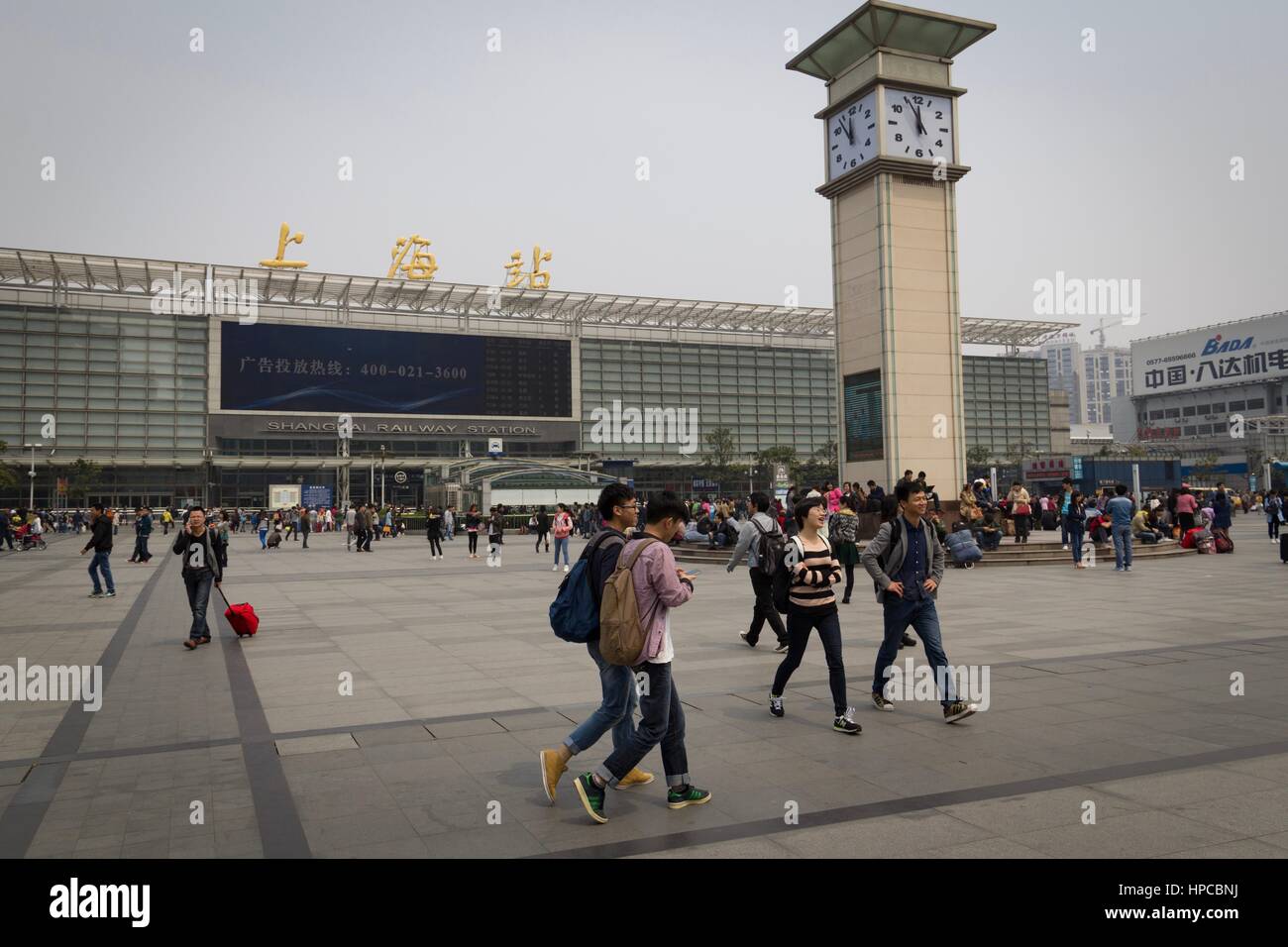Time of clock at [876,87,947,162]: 11:55
